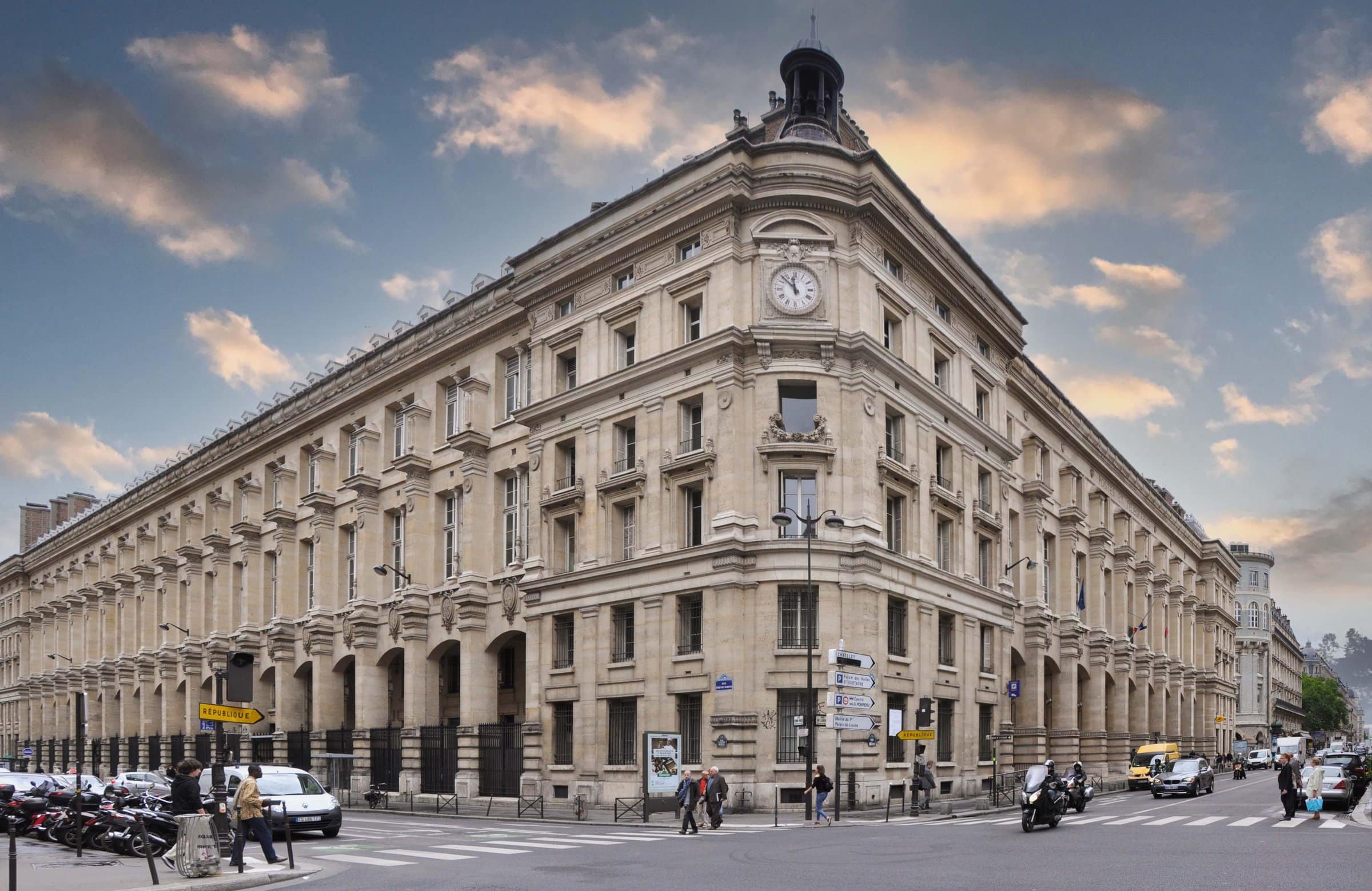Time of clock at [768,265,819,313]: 11:52
